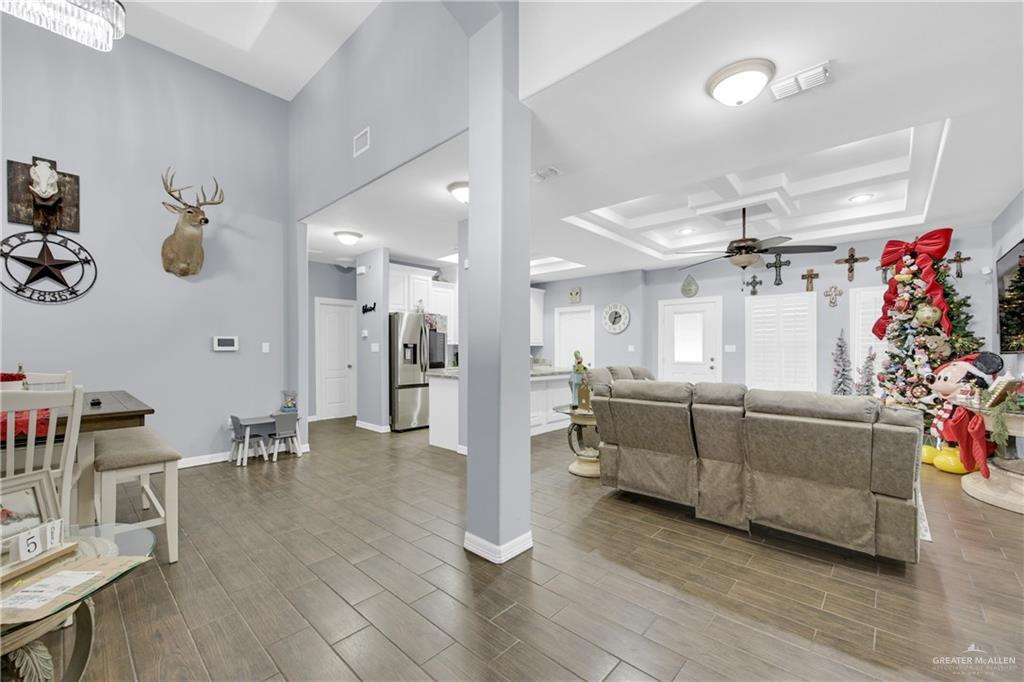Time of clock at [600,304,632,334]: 2:33
